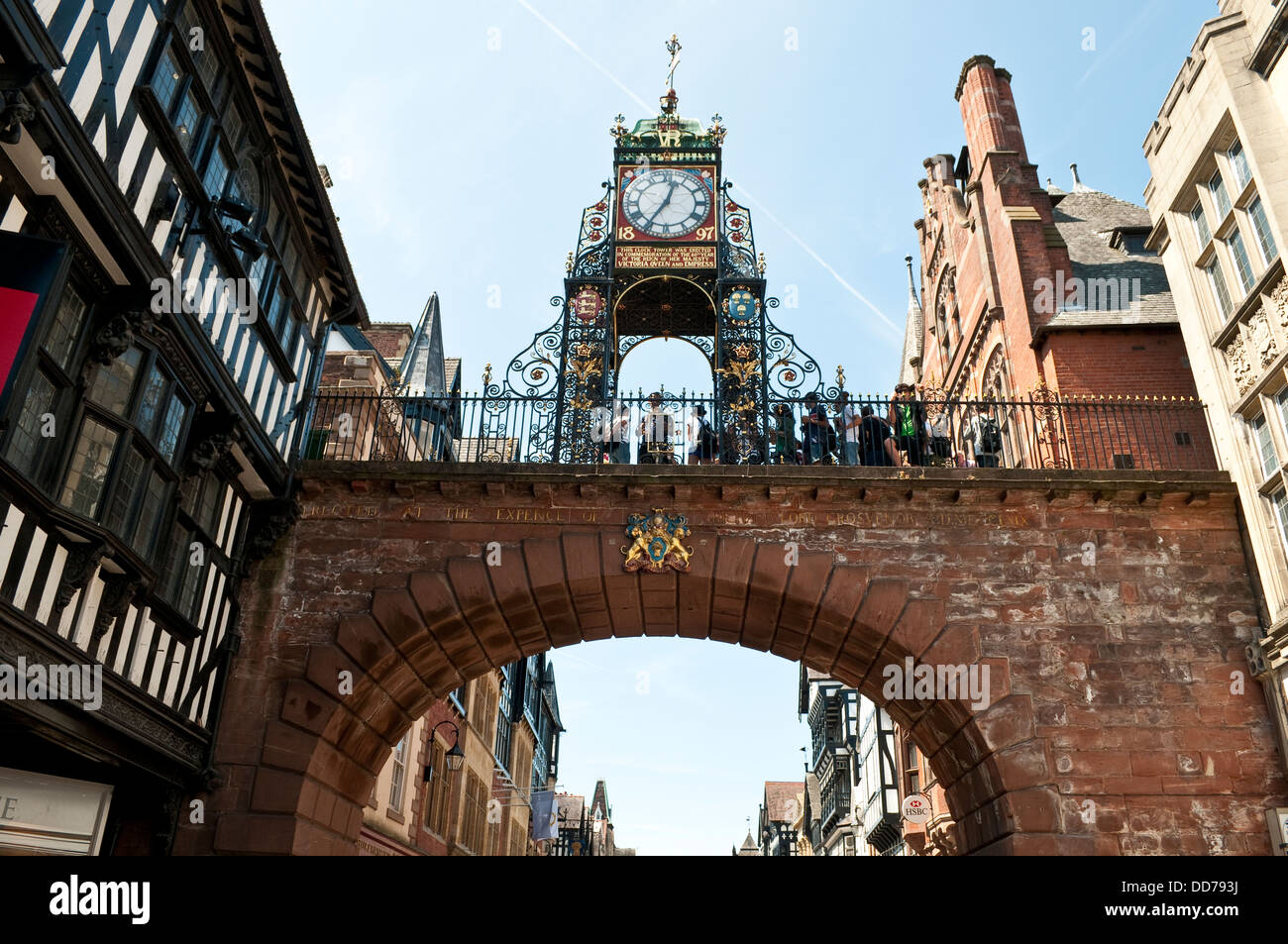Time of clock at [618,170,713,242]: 12:35
